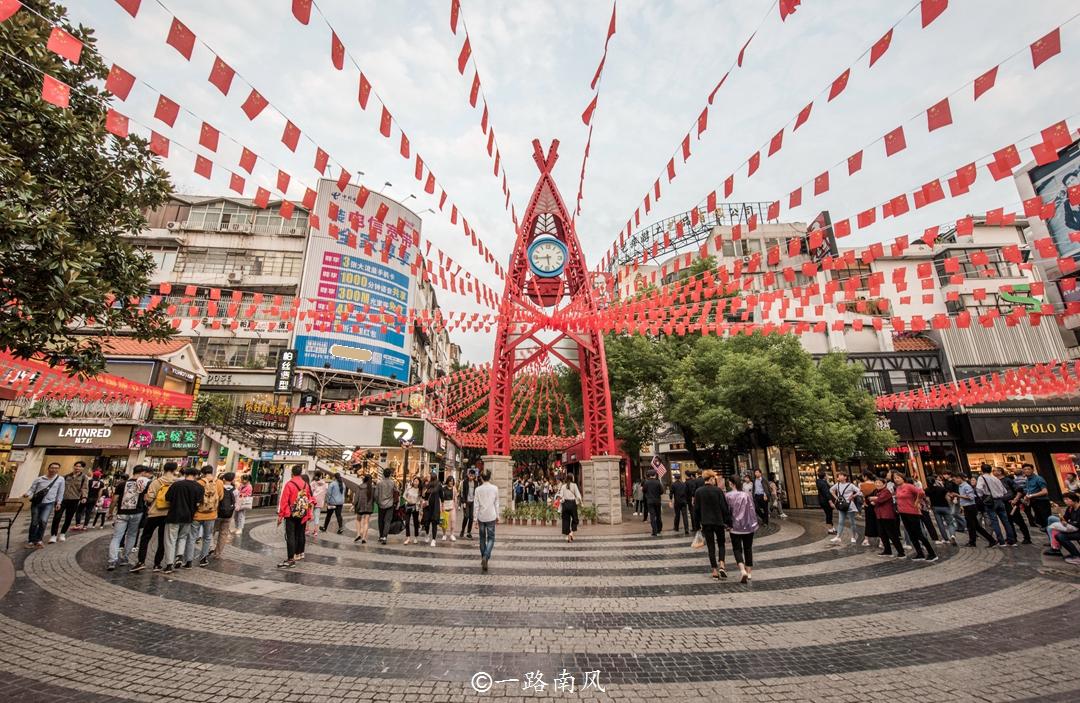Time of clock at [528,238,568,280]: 5:43
